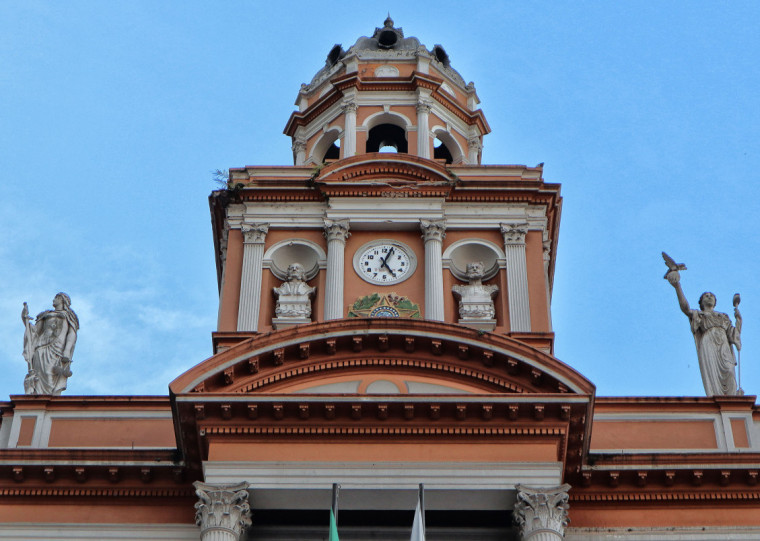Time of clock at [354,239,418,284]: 5:03
